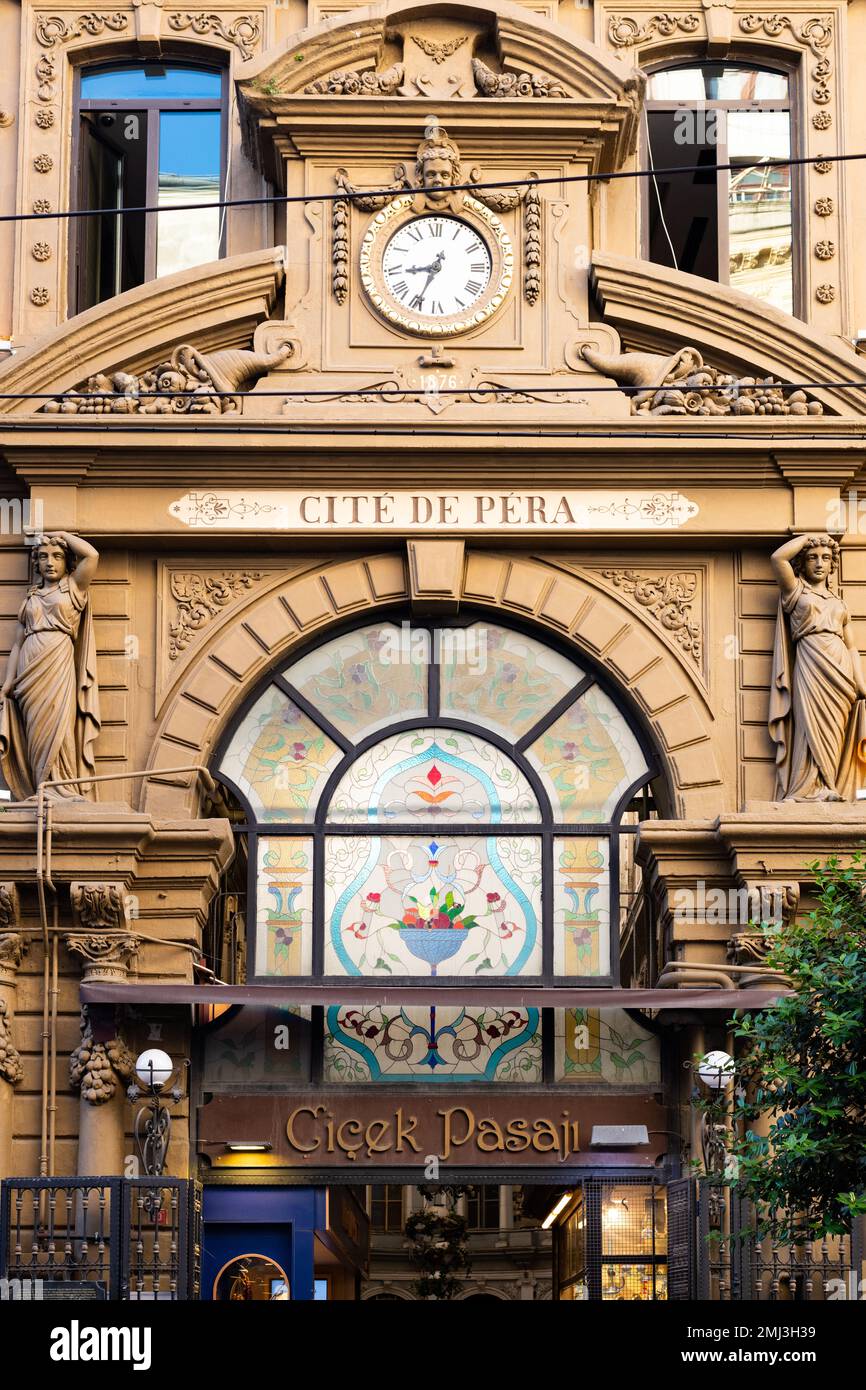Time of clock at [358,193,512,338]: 8:34
